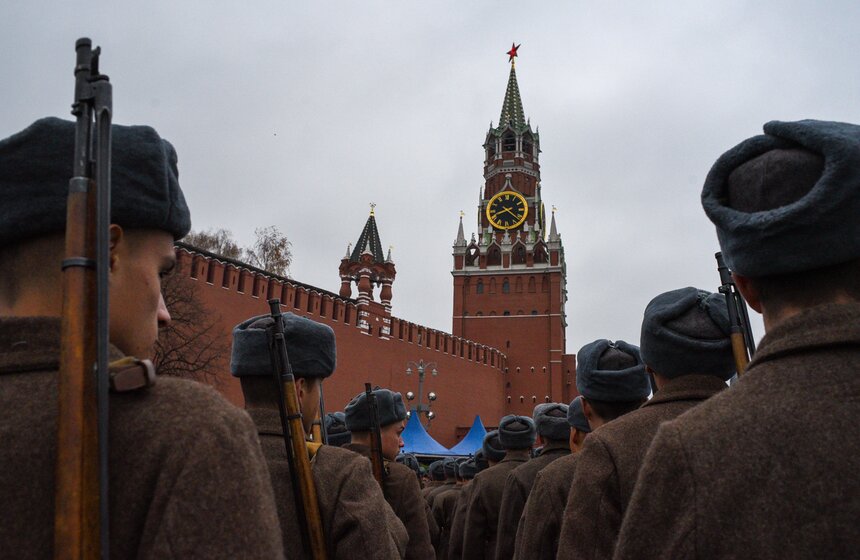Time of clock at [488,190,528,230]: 8:21
